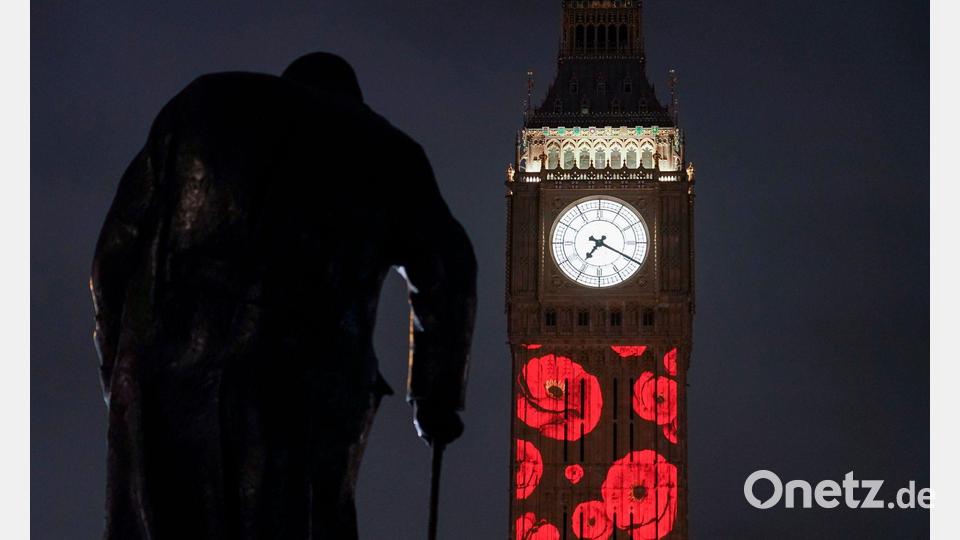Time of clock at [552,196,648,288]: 7:19
